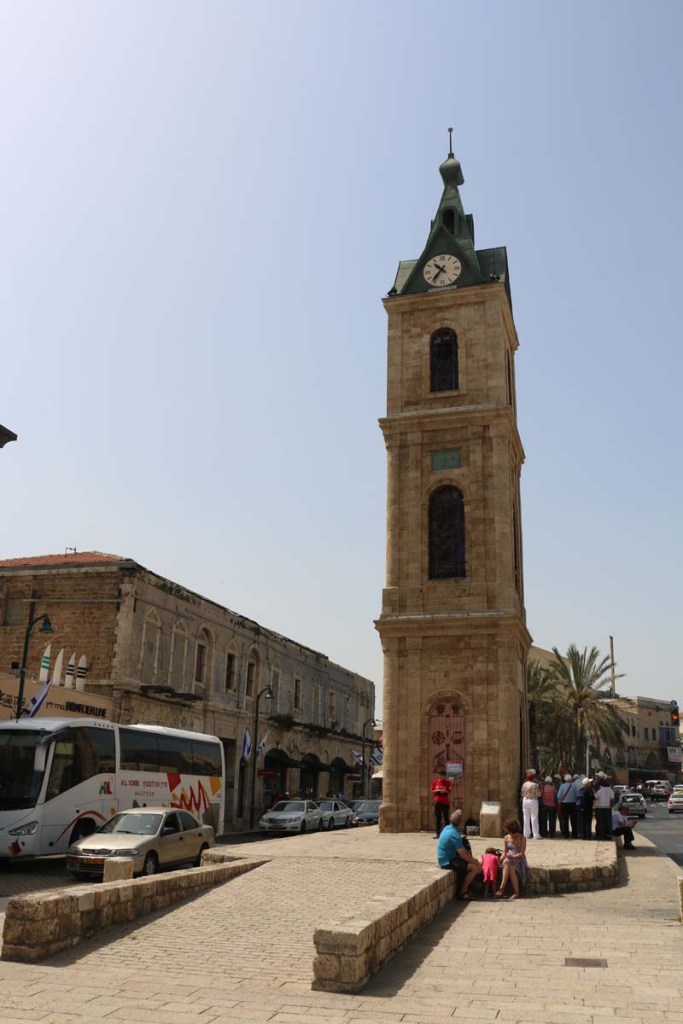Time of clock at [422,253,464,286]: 10:36
